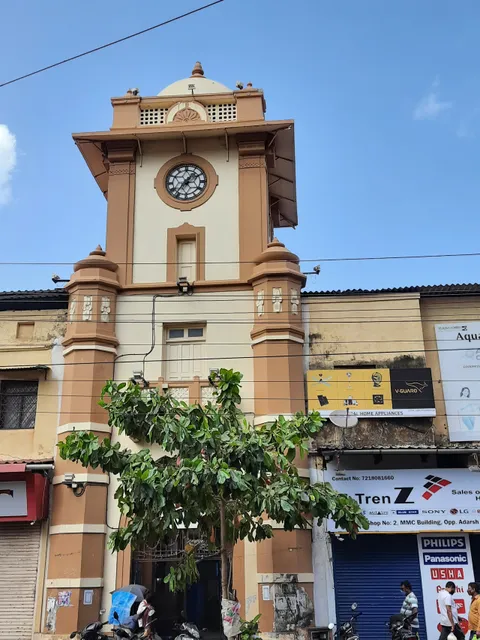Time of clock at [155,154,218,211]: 1:36
